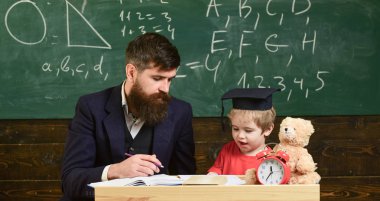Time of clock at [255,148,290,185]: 11:35
